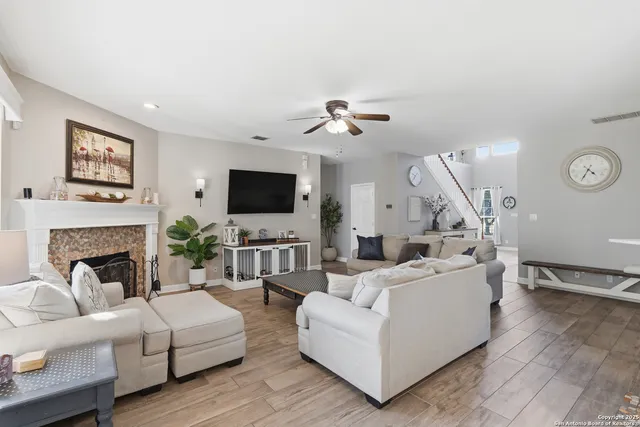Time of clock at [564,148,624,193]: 4:34
